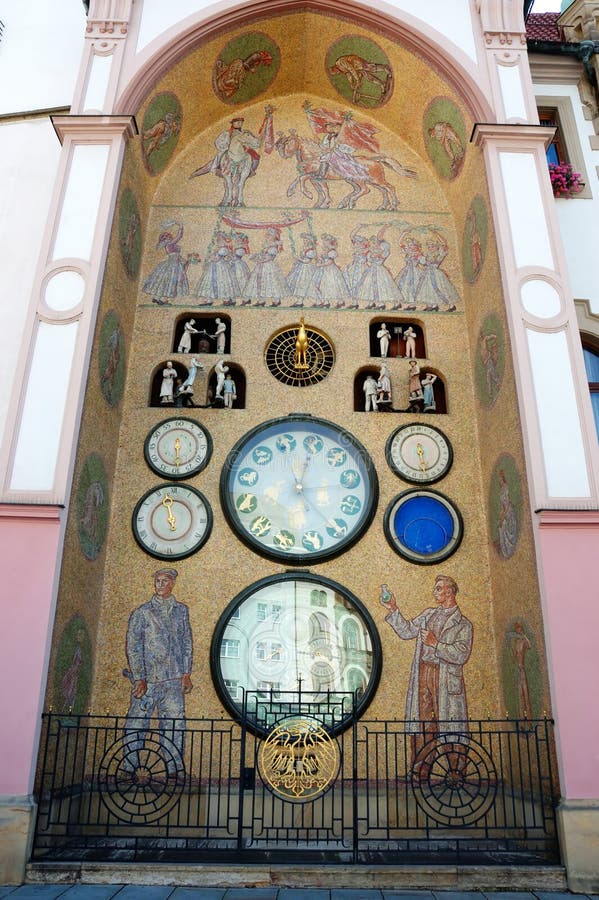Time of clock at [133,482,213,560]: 4:57
